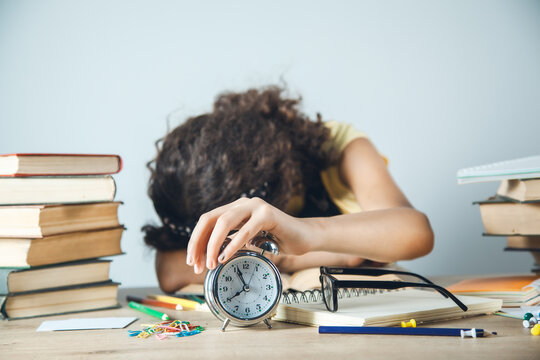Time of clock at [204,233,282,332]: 7:56
